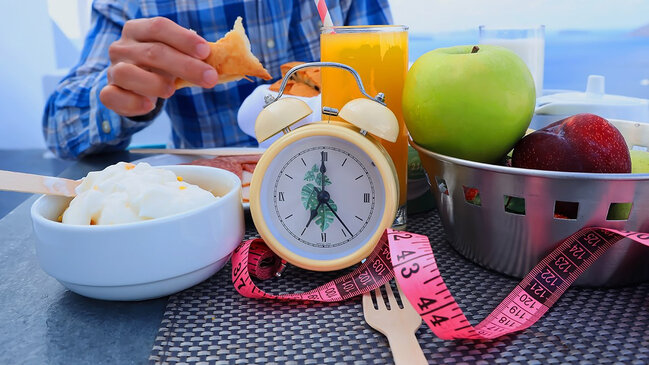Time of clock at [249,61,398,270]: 7:00
